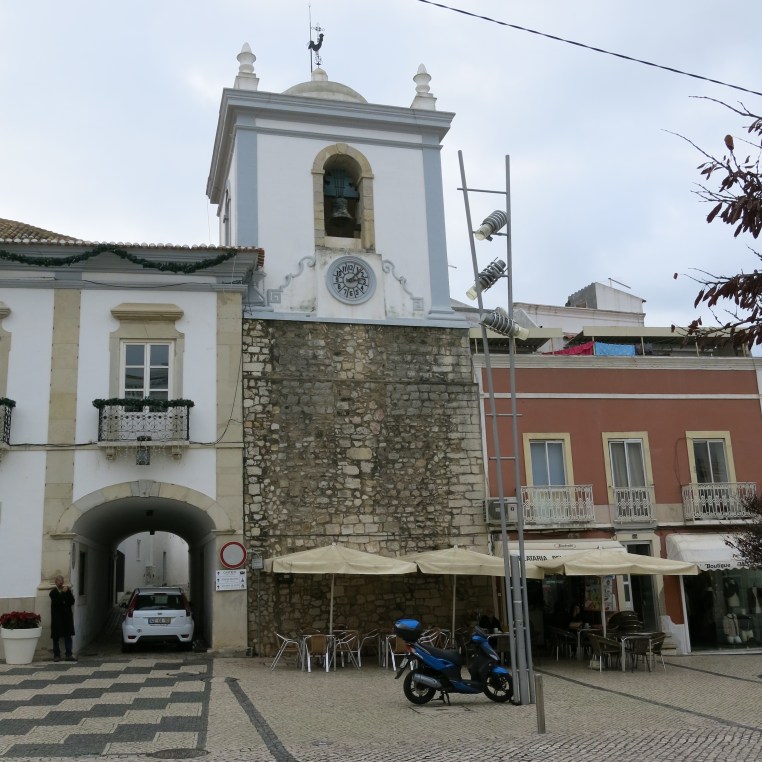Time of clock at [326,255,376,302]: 1:13
